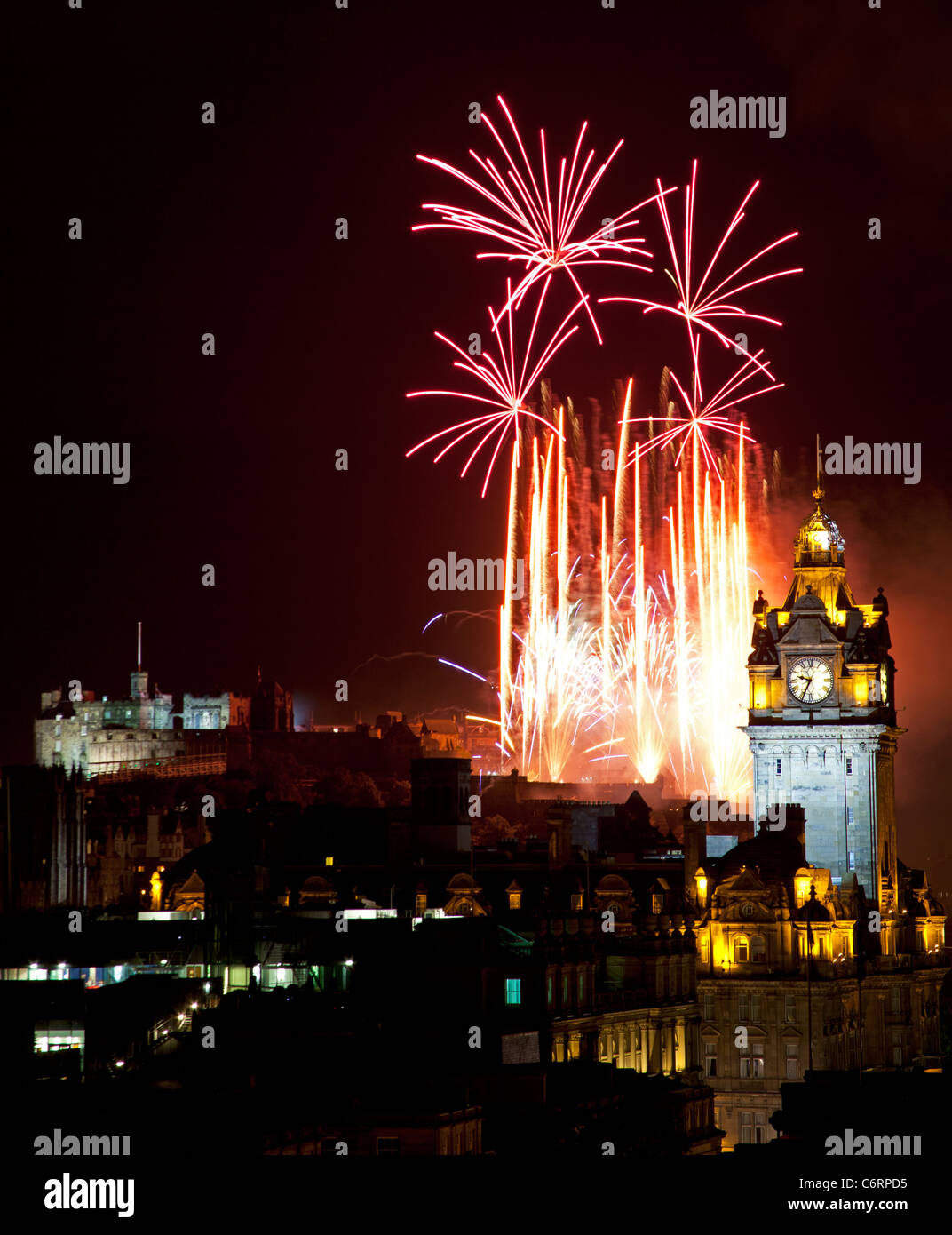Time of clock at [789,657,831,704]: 9:34
